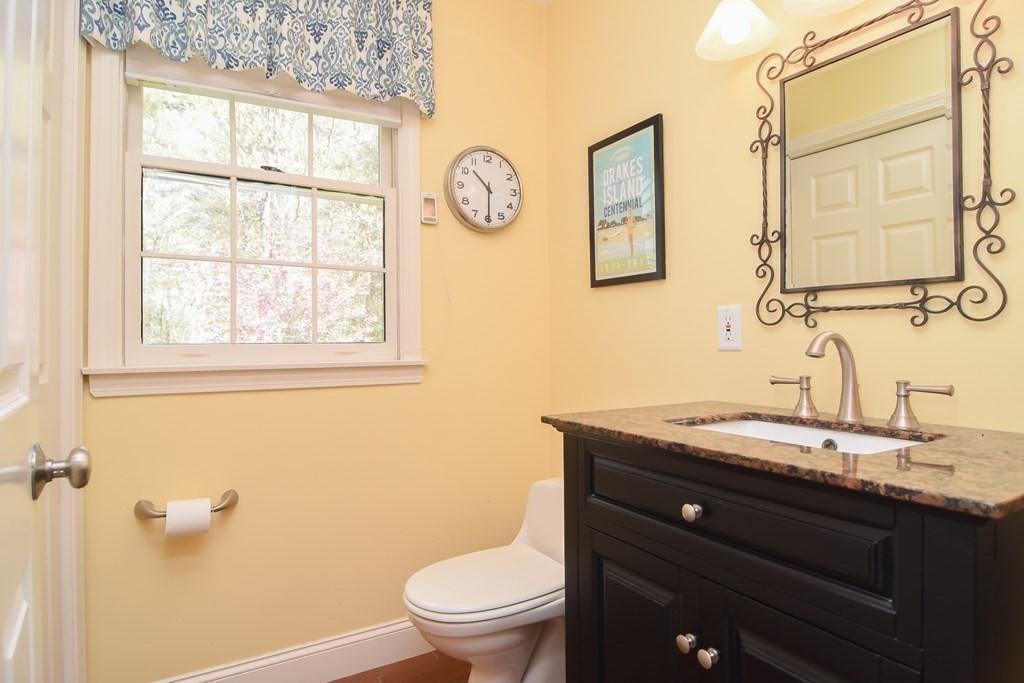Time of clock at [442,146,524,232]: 10:30
